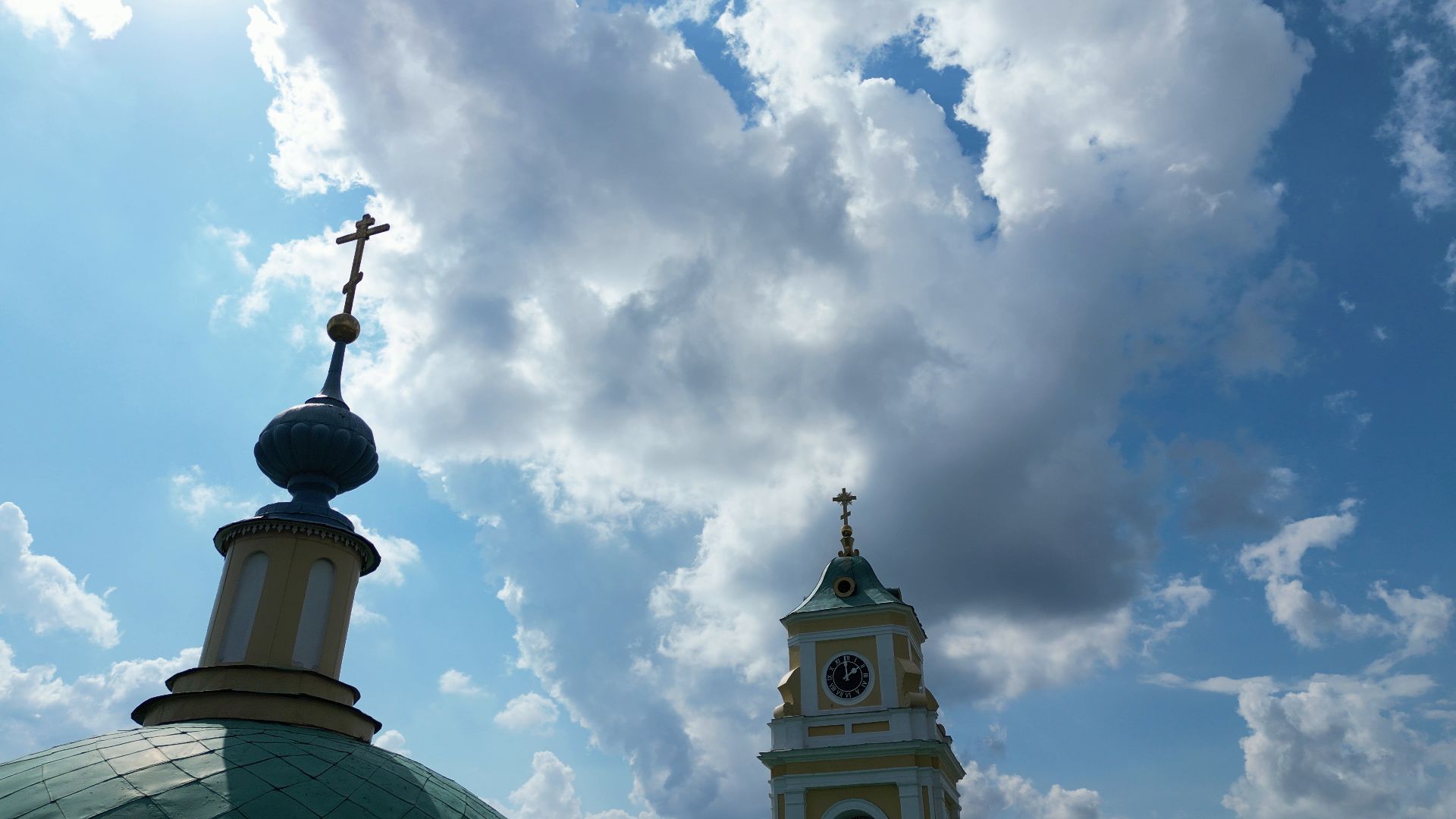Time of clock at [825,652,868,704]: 1:59
